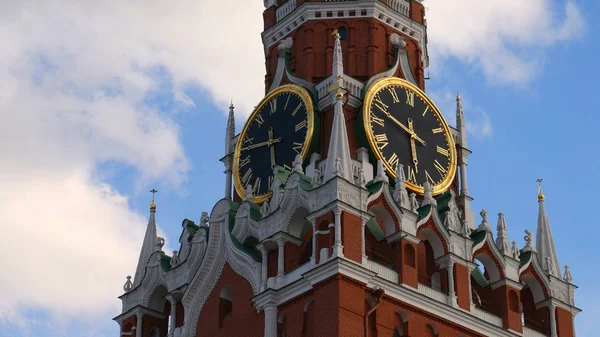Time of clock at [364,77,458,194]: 5:48
